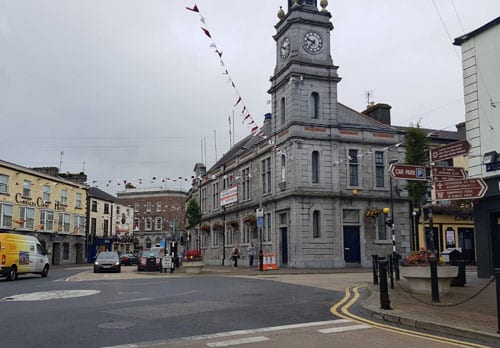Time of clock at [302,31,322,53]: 9:36
